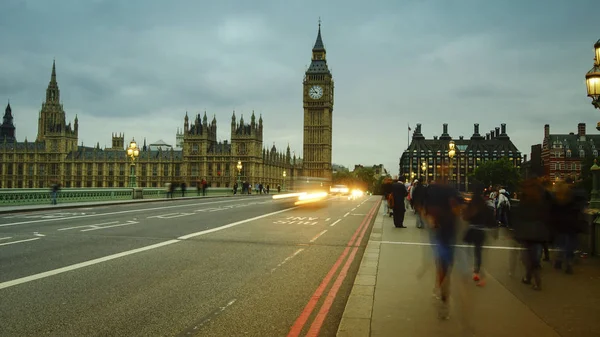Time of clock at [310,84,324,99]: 8:53
